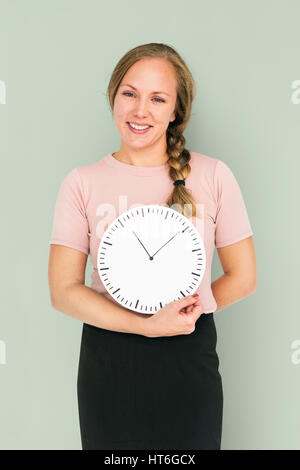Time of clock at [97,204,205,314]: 11:09
